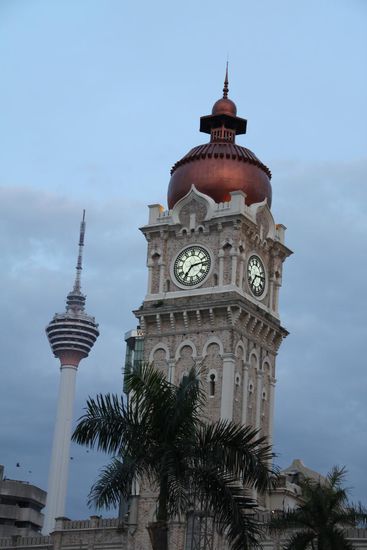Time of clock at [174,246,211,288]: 7:13
